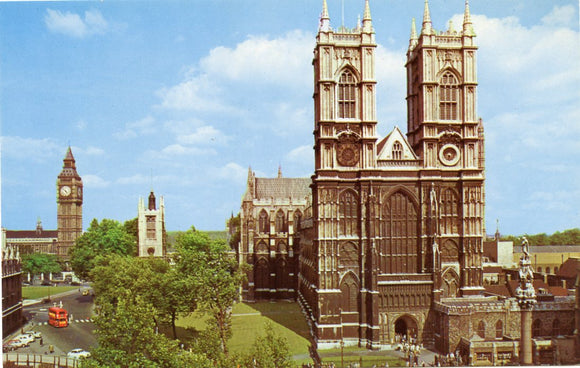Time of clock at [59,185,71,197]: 4:52
